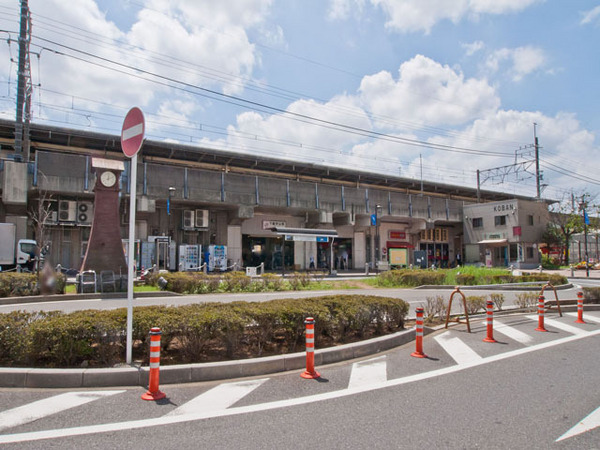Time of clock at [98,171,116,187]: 12:11
